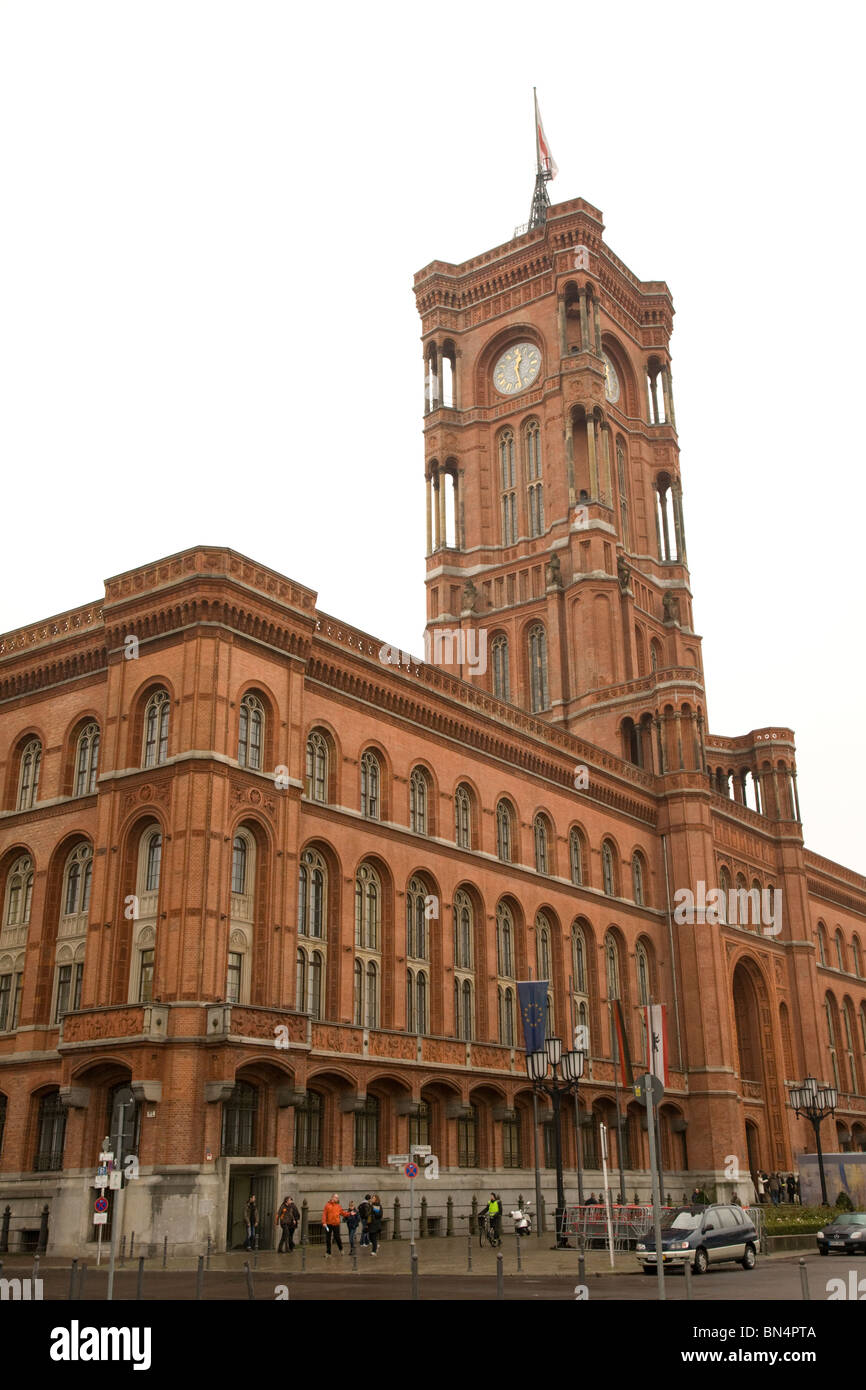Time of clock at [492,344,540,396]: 12:27
